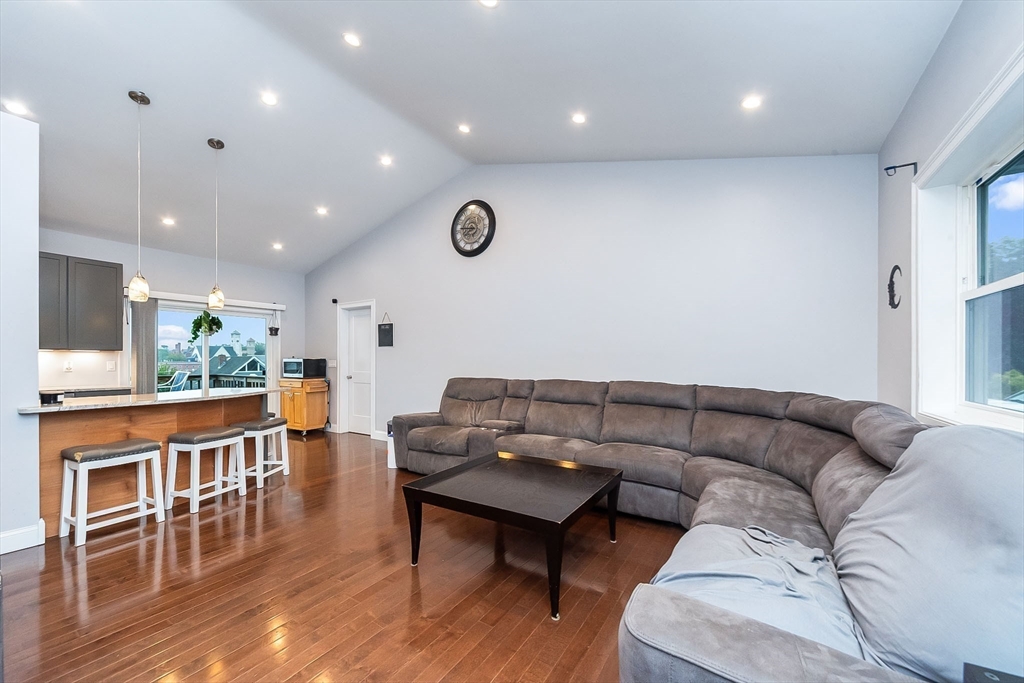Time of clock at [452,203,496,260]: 7:46
